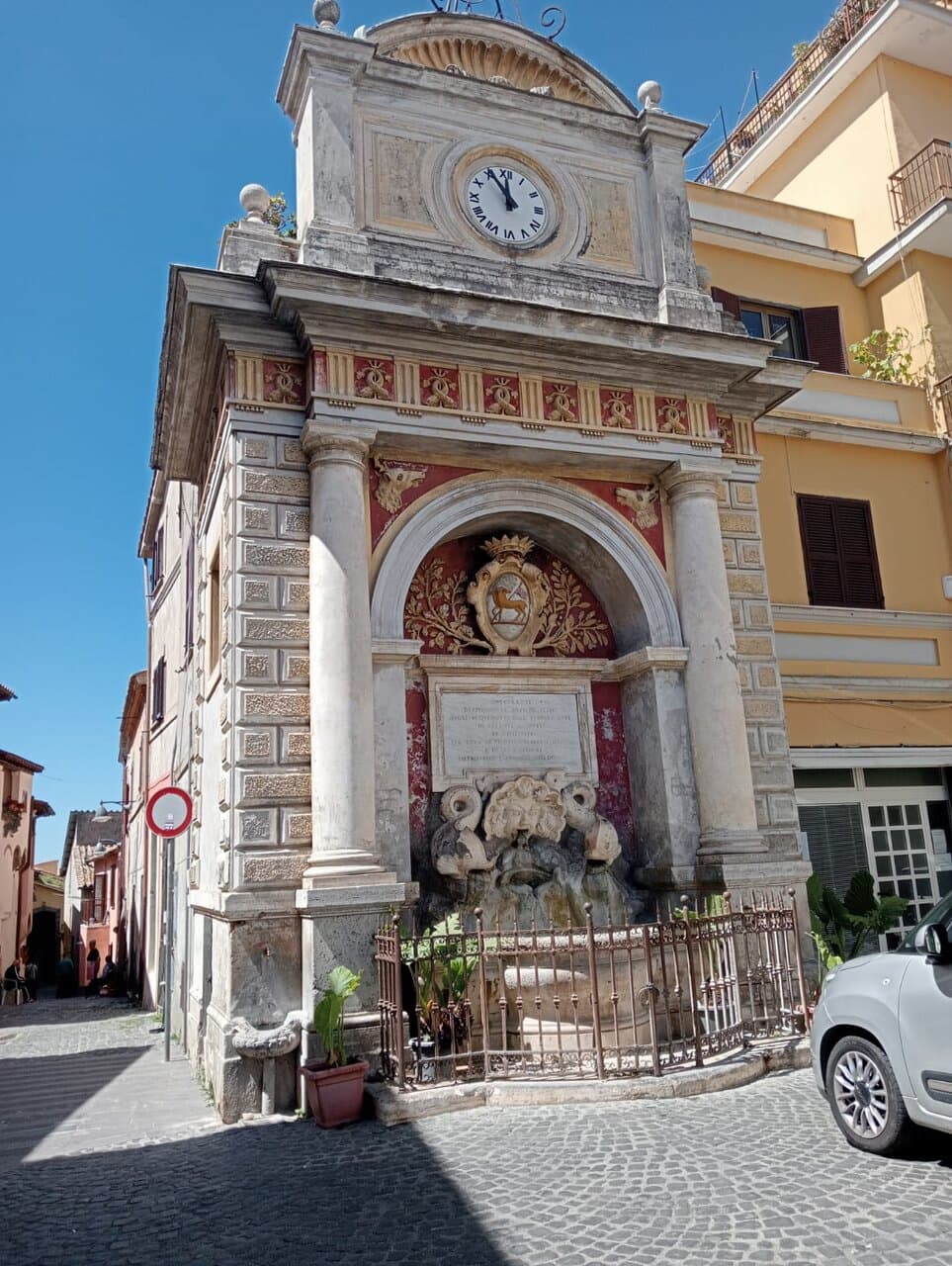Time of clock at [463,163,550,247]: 11:54
